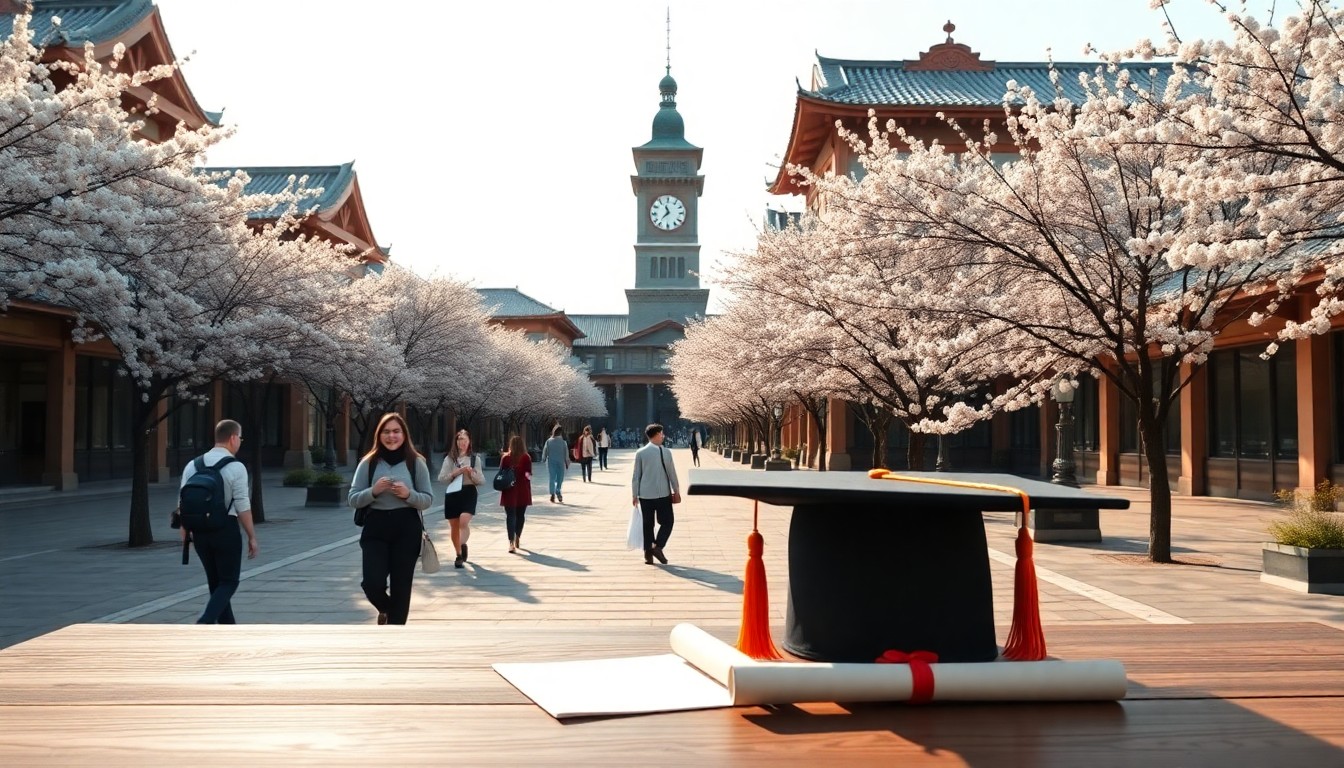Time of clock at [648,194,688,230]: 11:37
